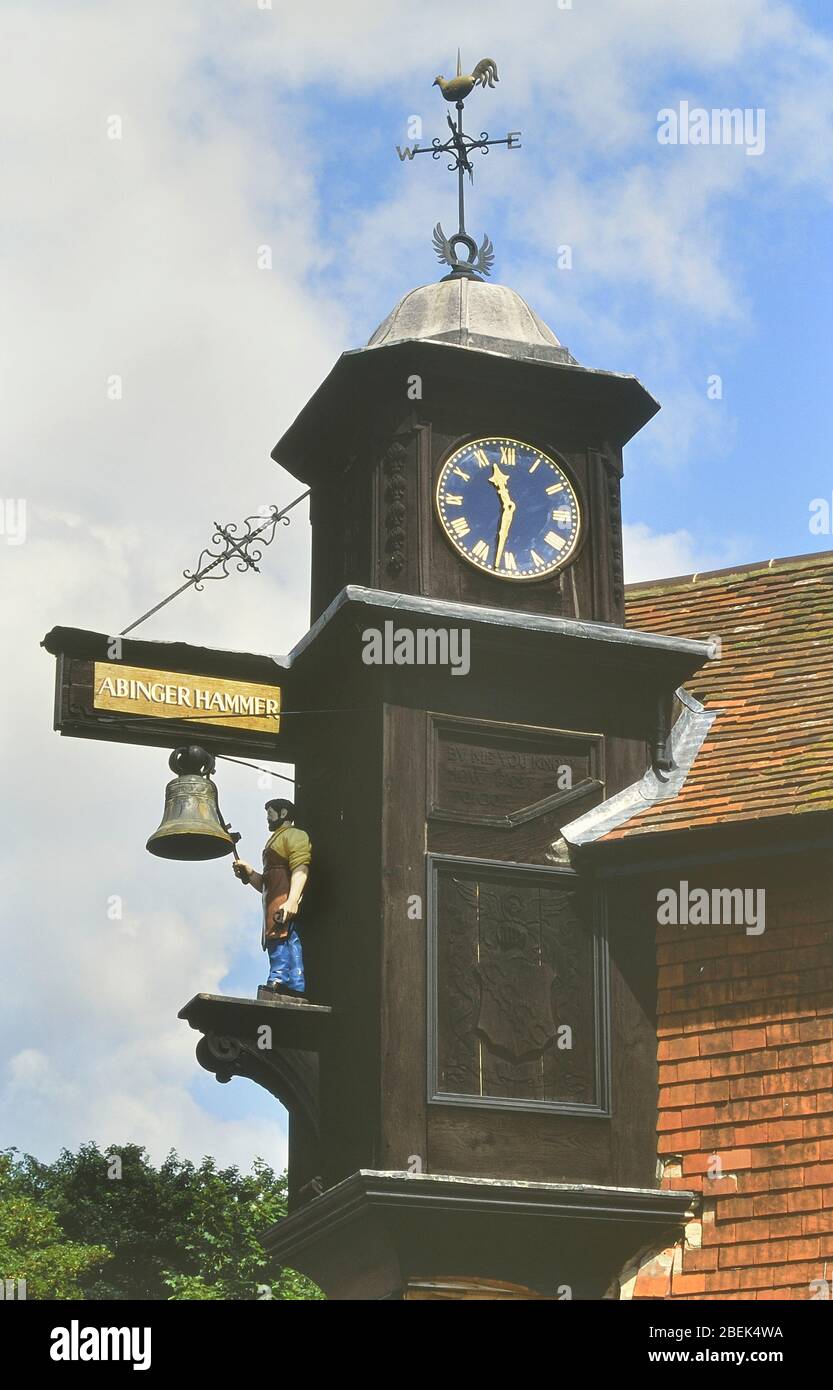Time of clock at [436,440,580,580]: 11:32
